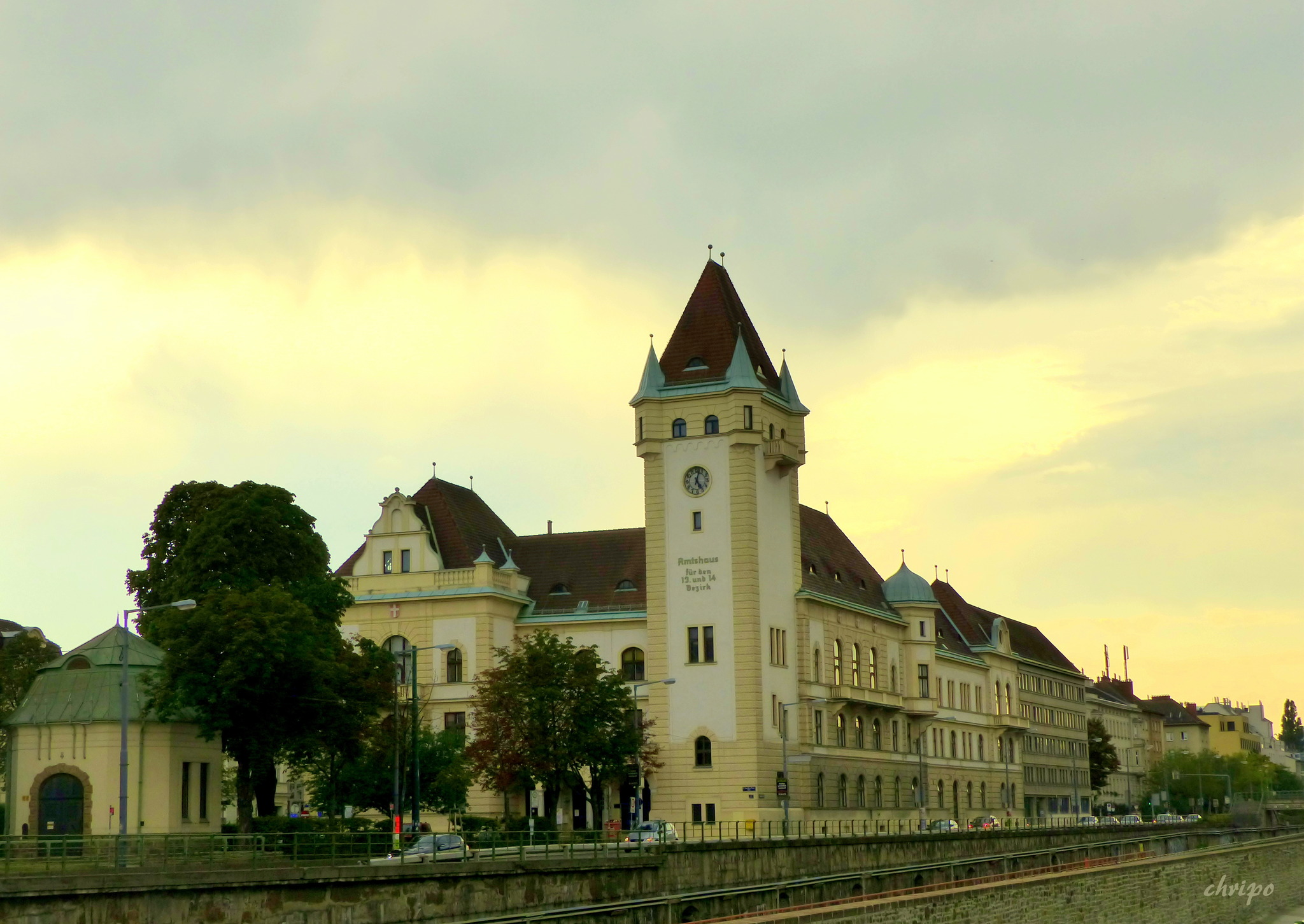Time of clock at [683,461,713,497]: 5:02
